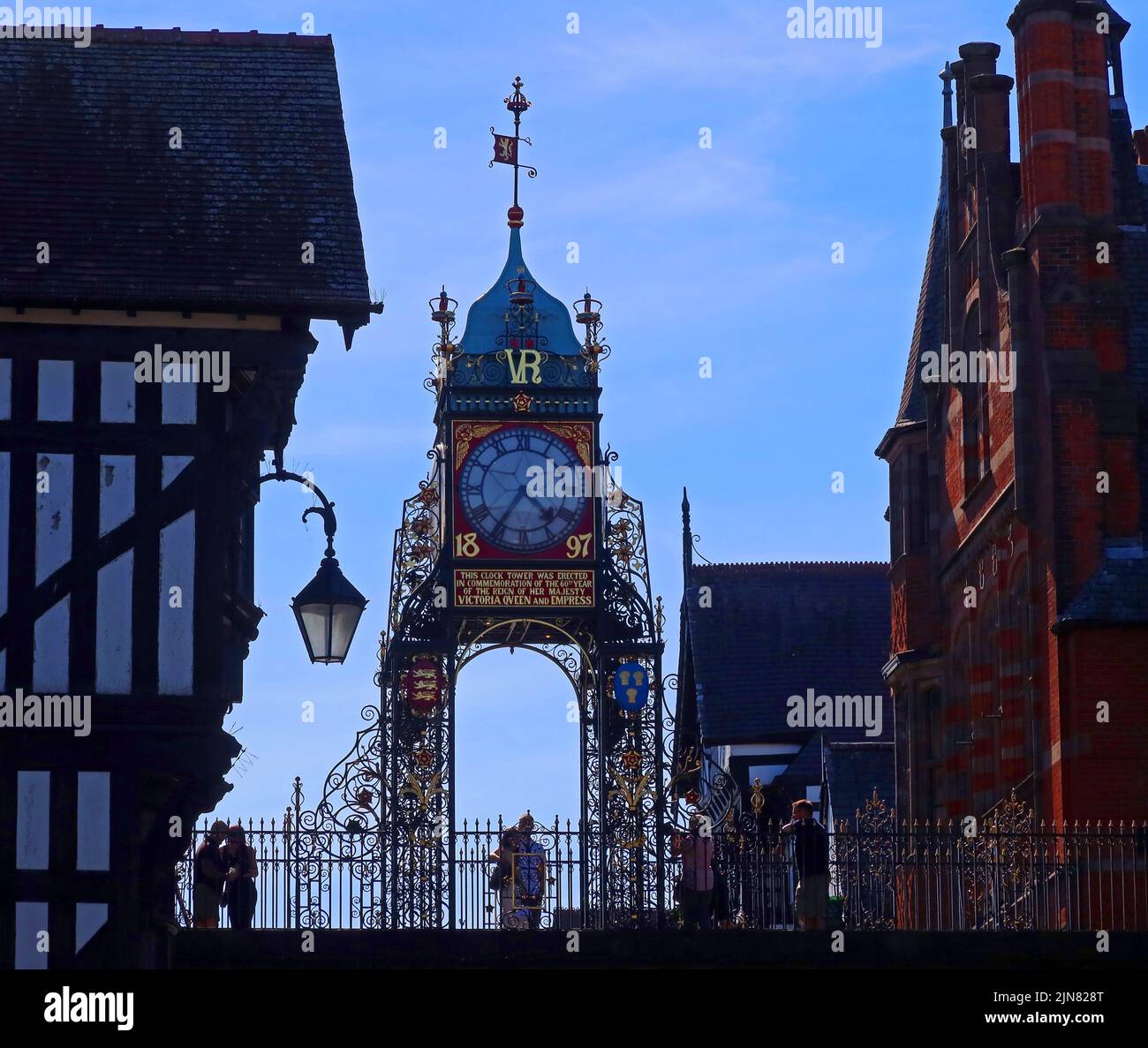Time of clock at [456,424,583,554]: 4:35
